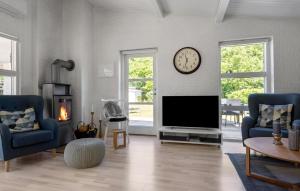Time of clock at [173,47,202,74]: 11:32
